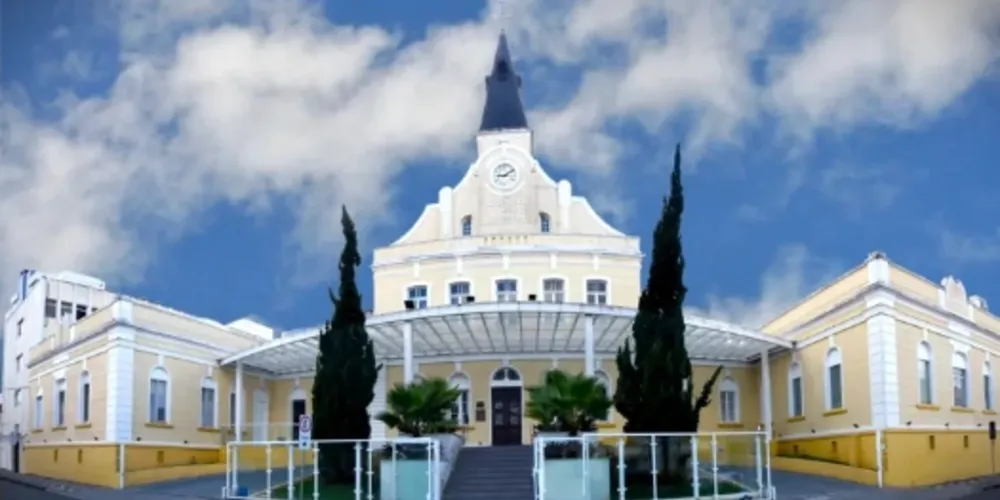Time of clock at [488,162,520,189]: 9:10
